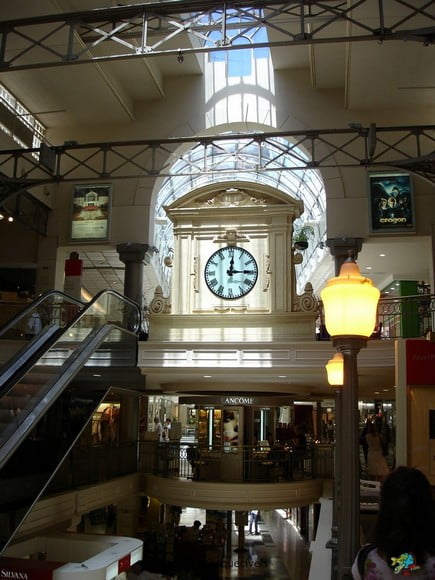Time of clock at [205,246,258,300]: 12:14
